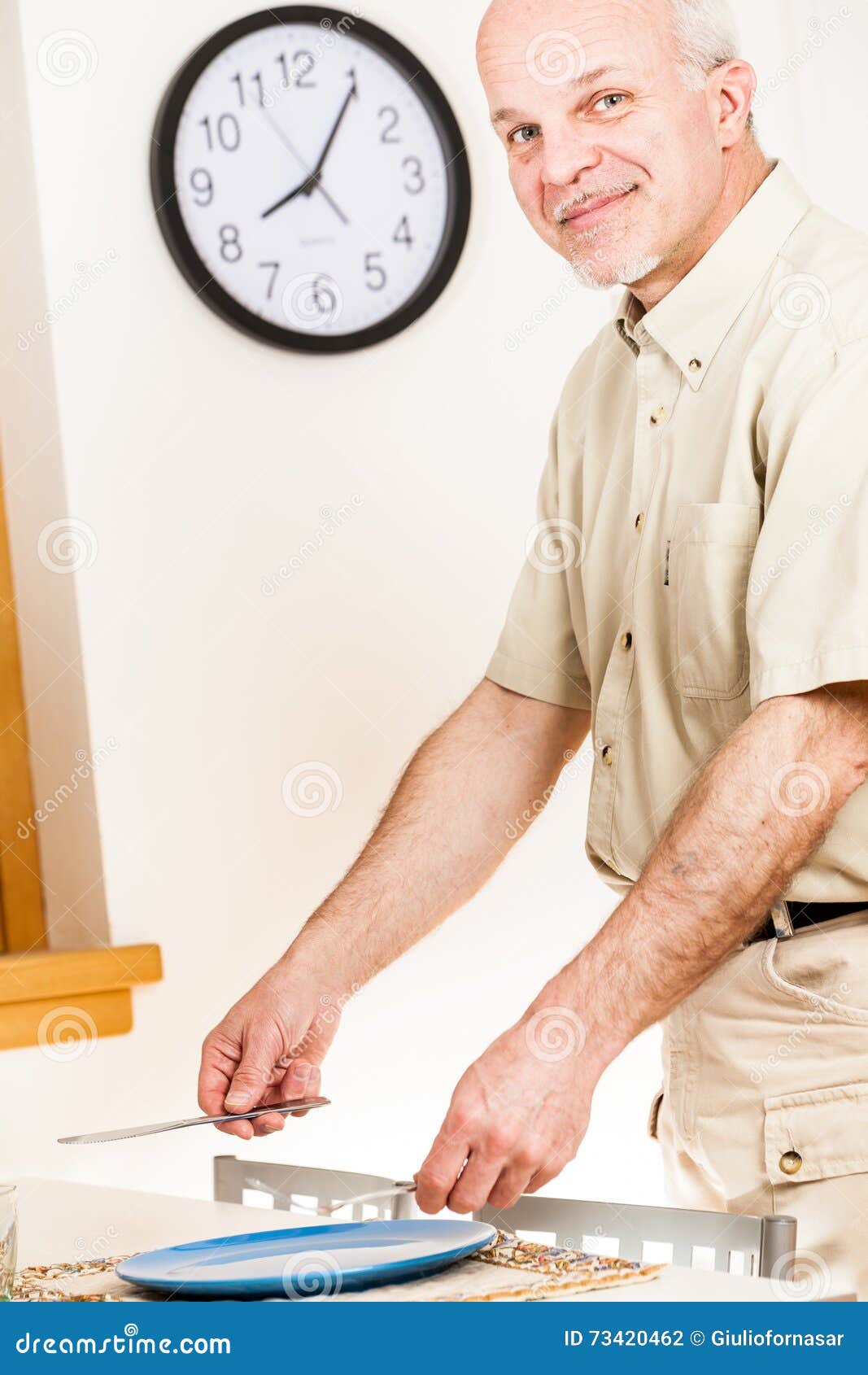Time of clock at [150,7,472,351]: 8:05
